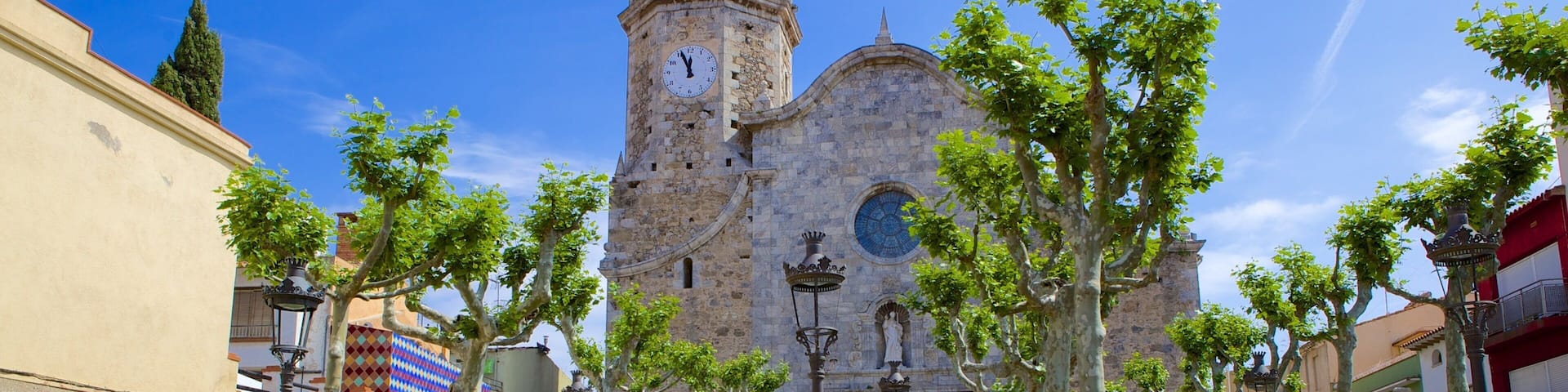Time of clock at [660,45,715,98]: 11:55
